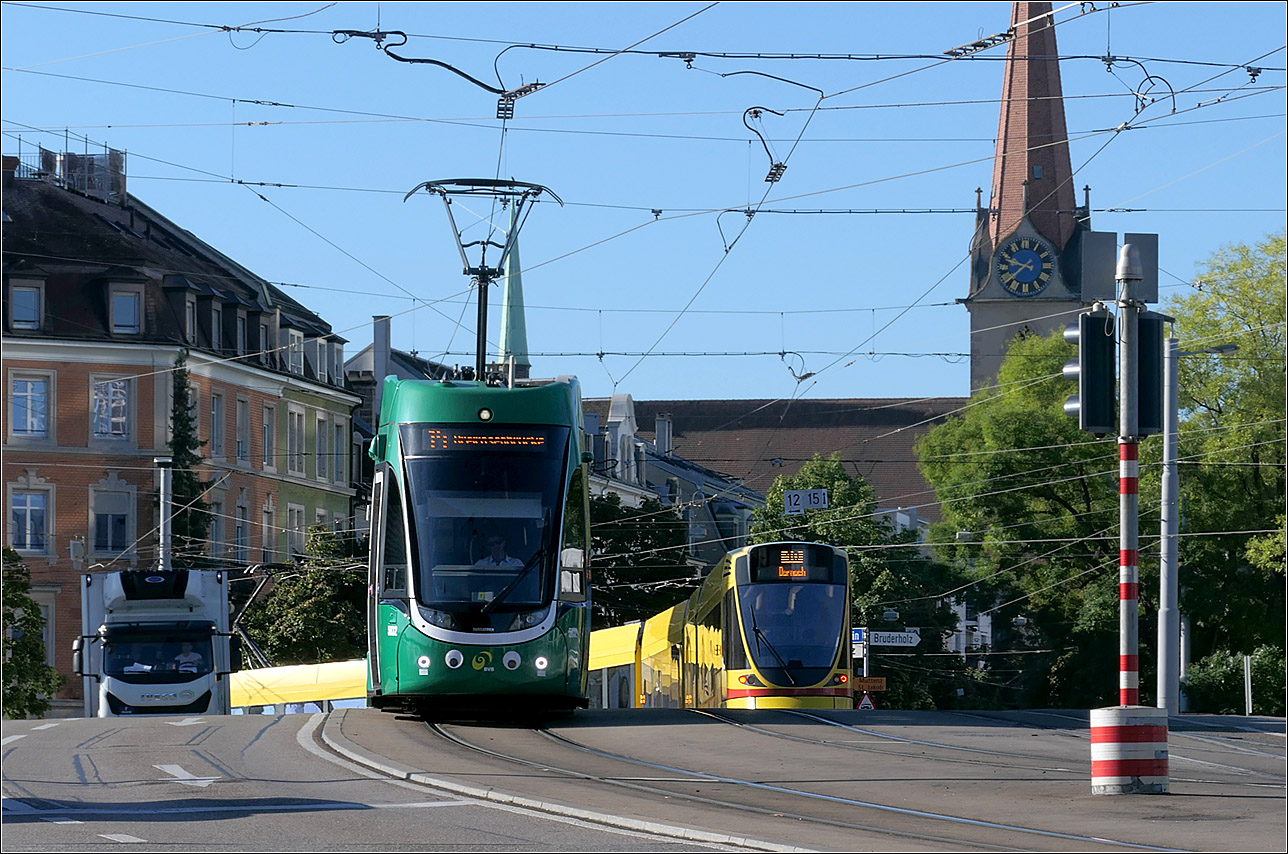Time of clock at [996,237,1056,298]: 9:38
